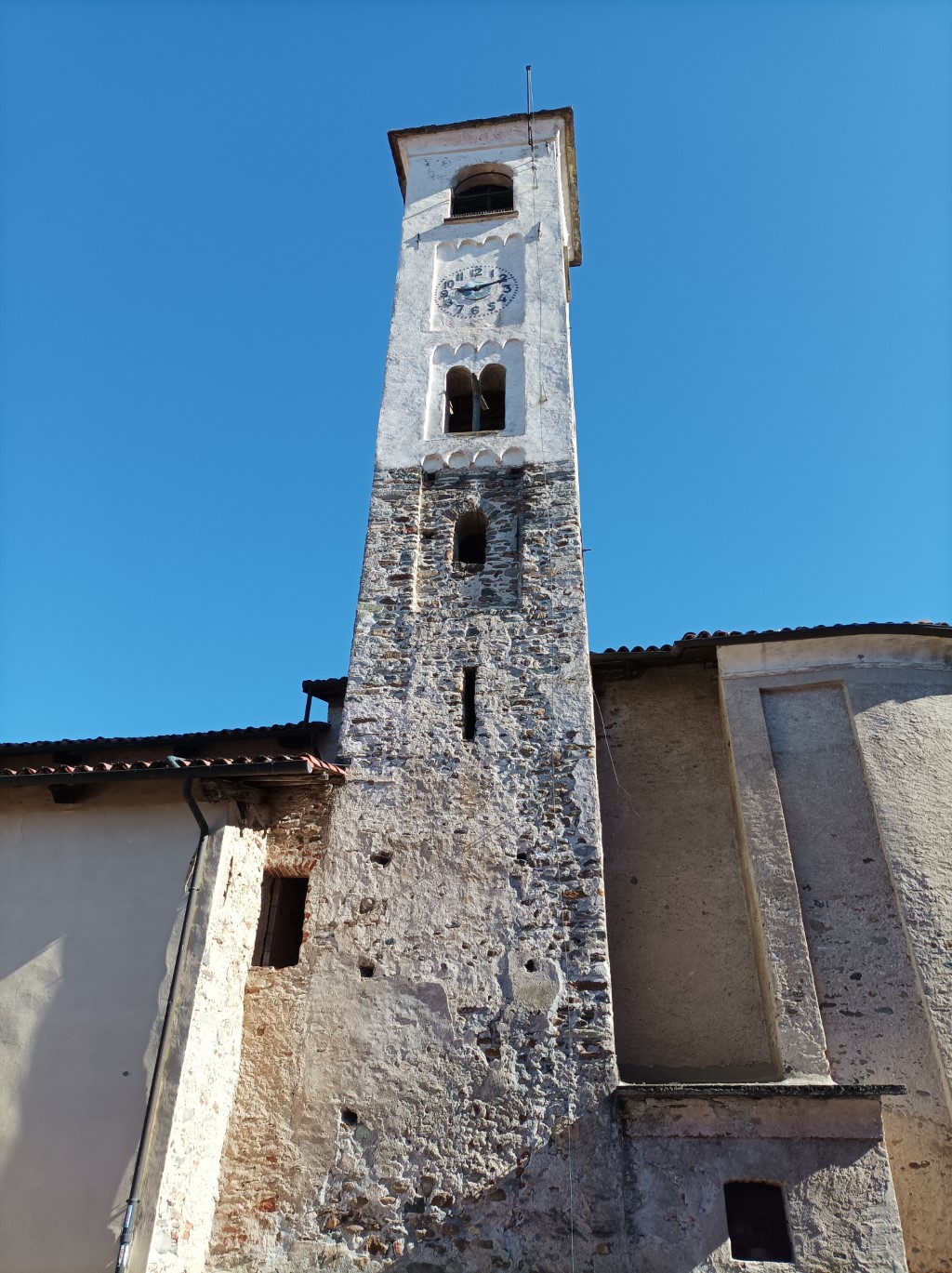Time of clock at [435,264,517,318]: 9:11
